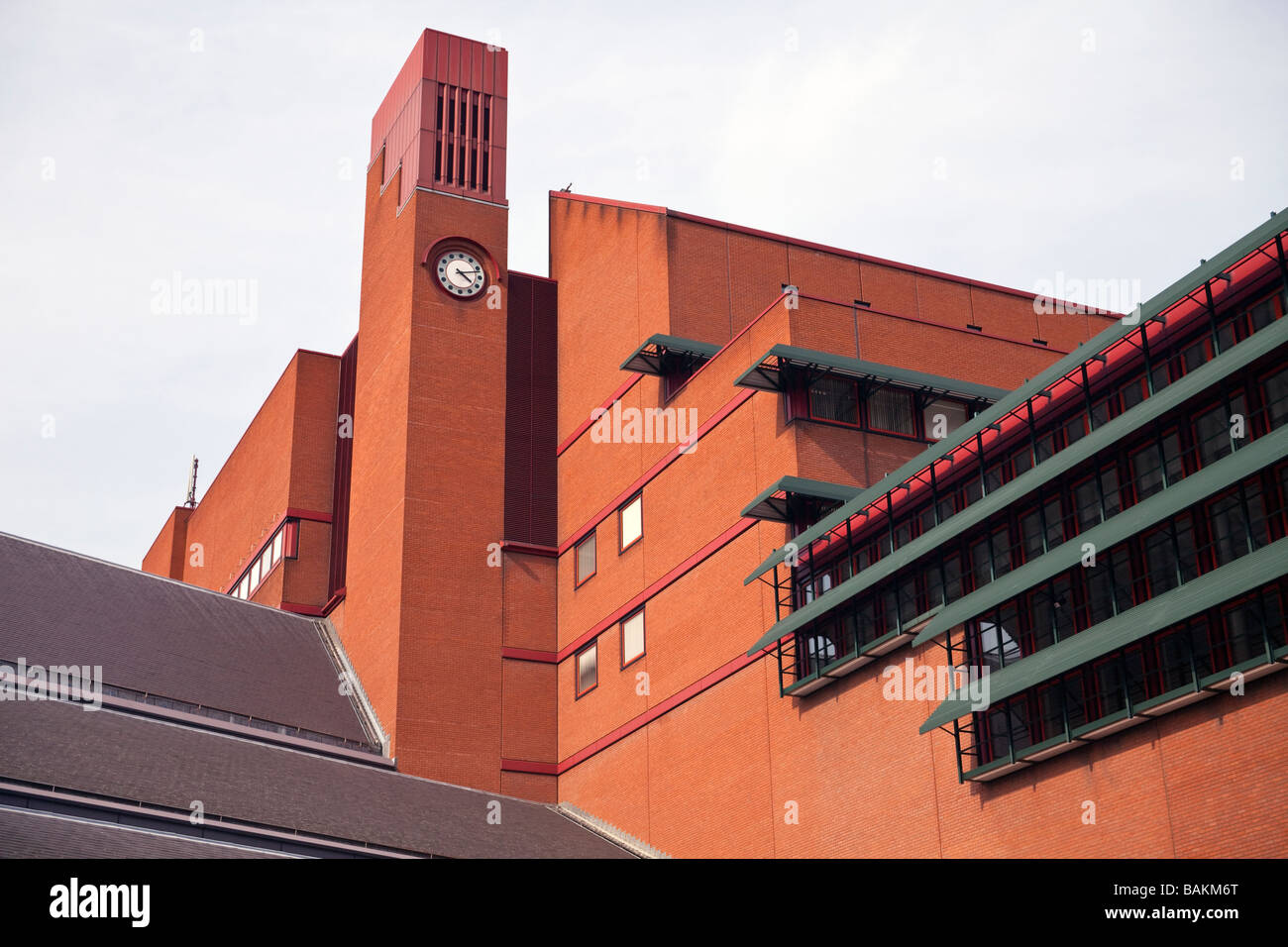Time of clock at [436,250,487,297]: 4:12
